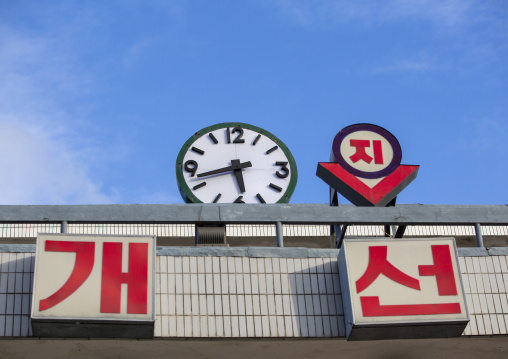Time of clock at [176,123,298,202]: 5:42
